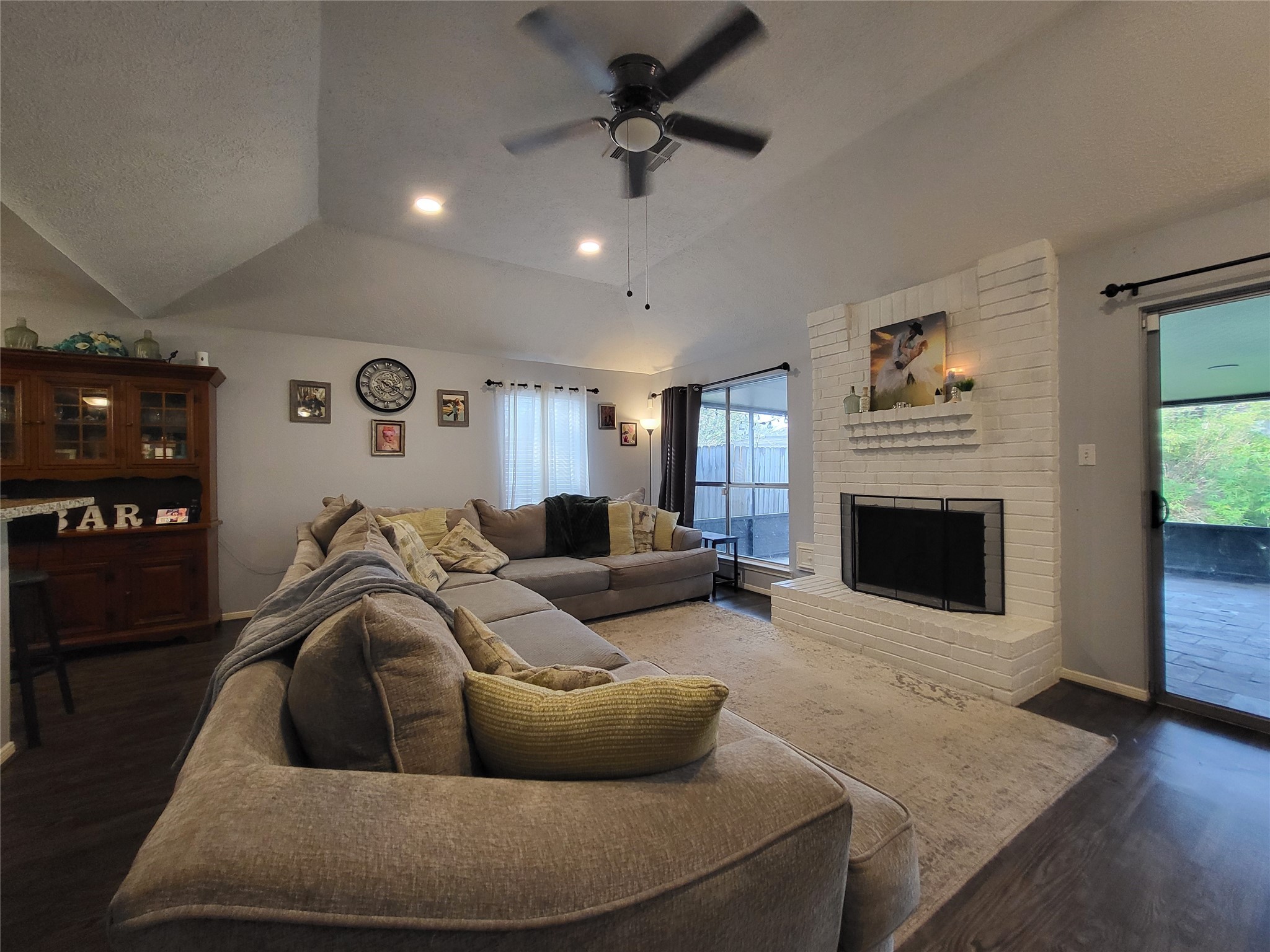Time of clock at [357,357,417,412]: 3:20
